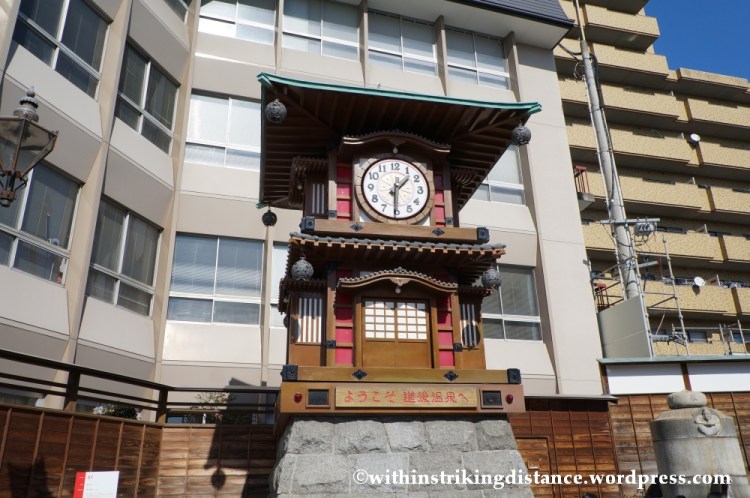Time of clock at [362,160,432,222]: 1:30
